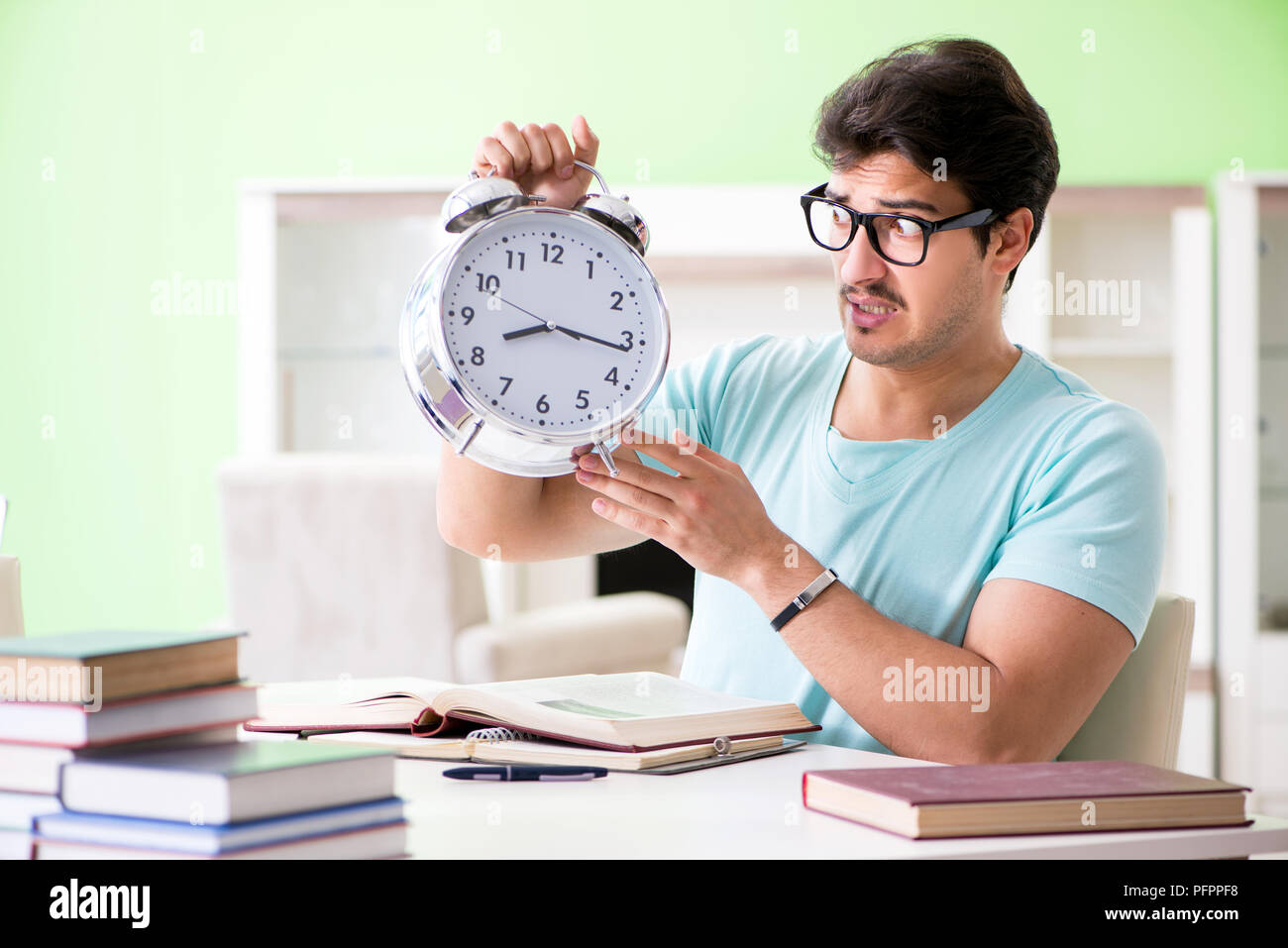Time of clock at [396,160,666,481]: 8:16
